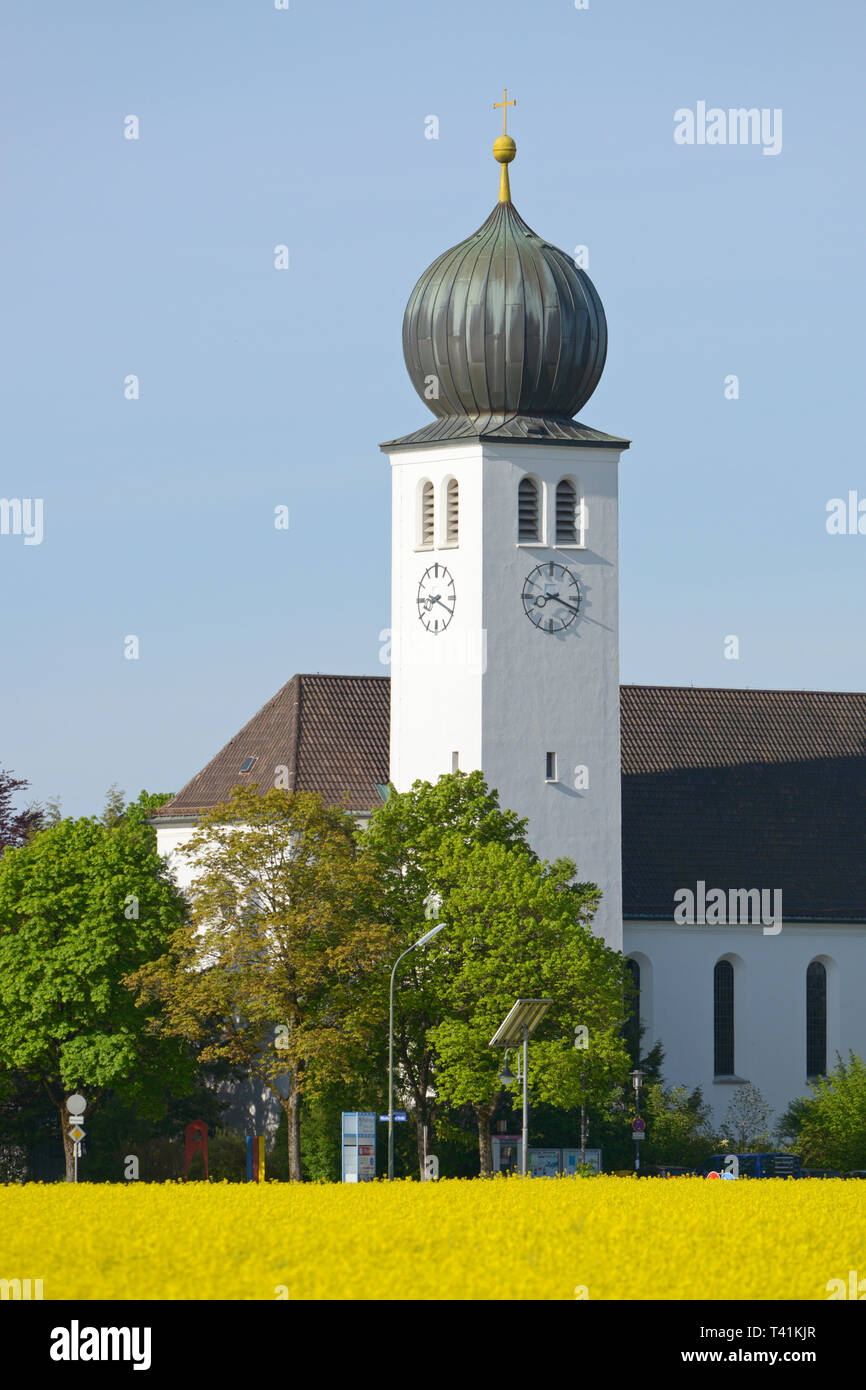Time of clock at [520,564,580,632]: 8:18
